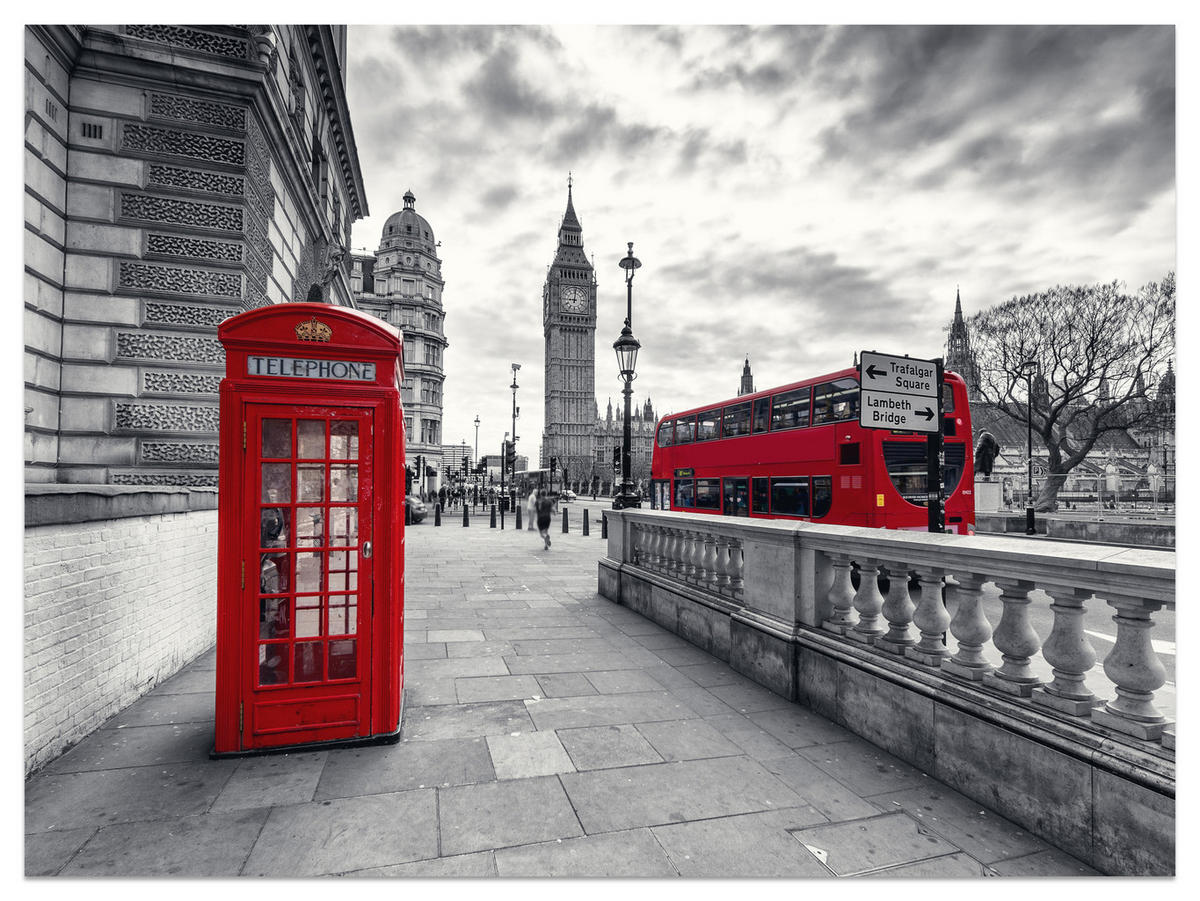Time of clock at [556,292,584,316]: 9:01
